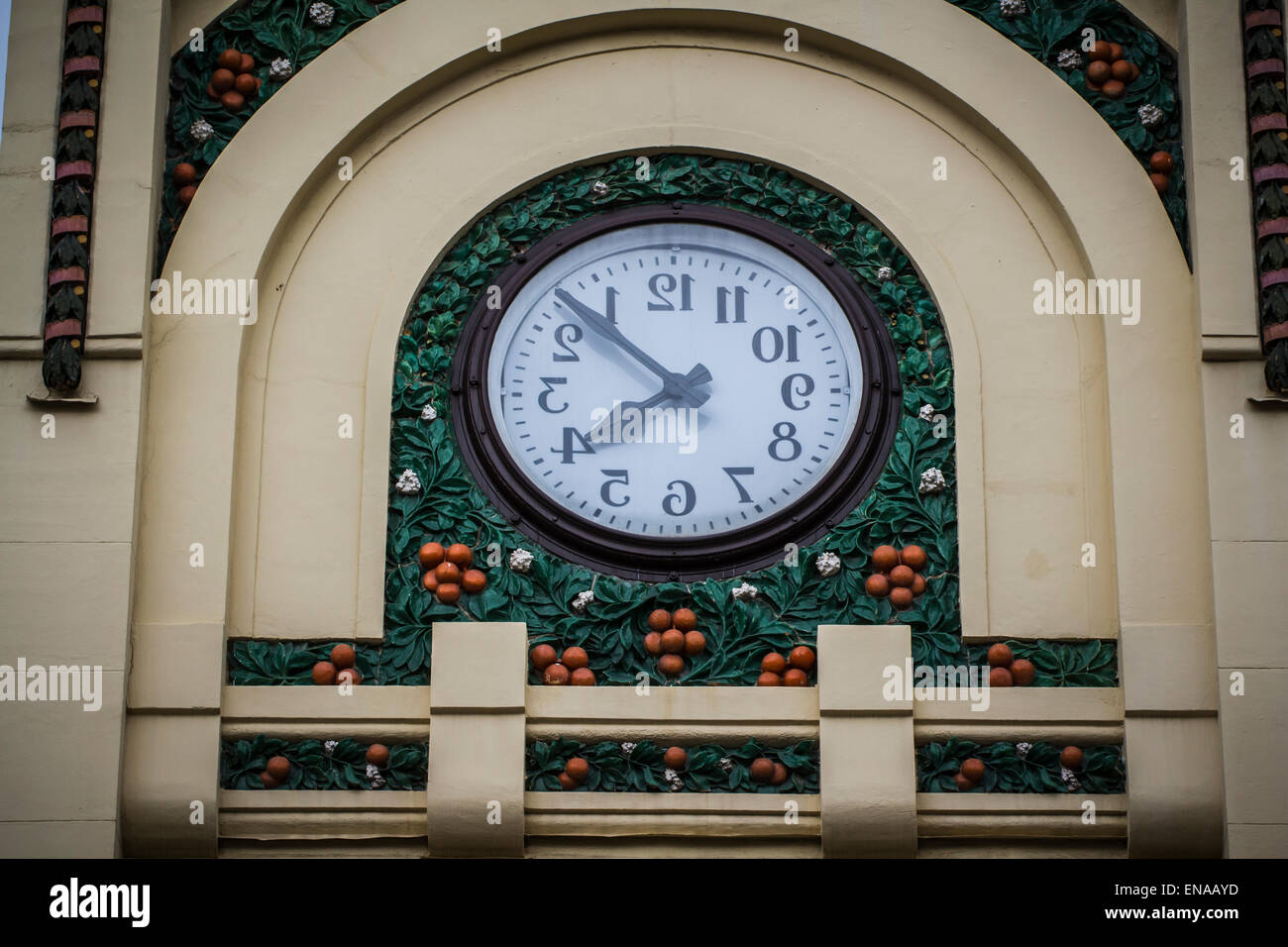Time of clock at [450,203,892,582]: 7:52
